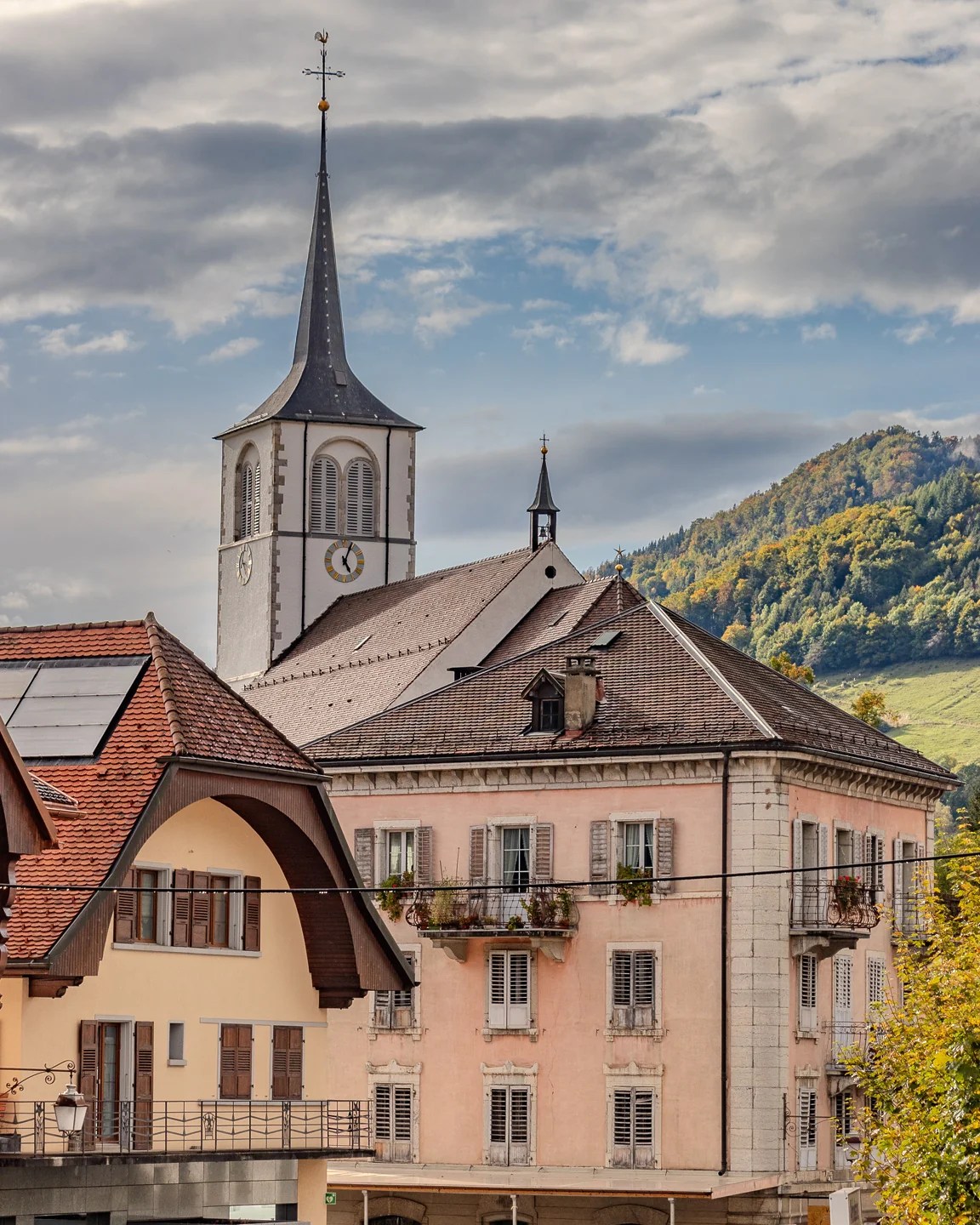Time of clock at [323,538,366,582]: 5:03
